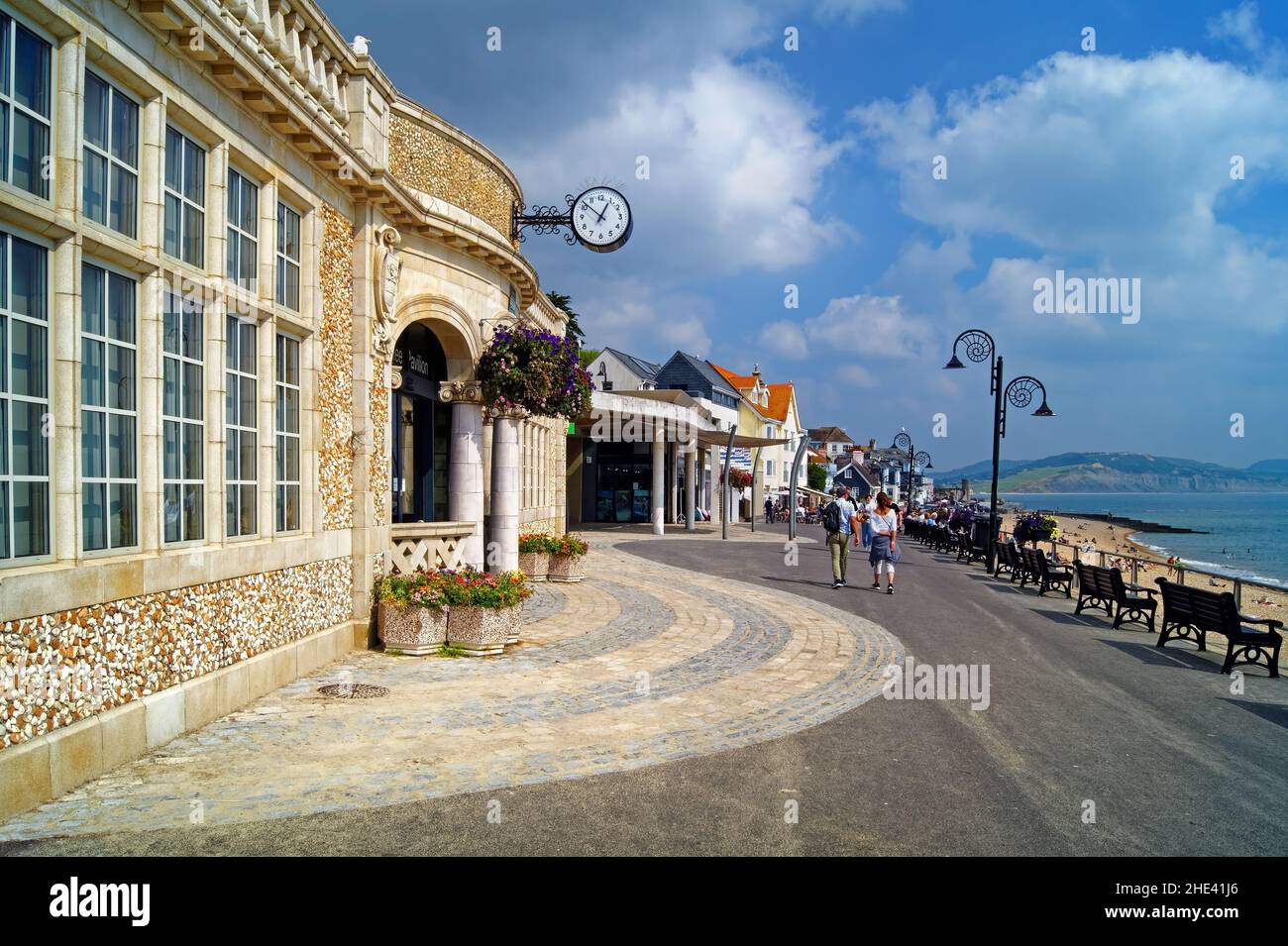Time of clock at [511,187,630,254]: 12:52
